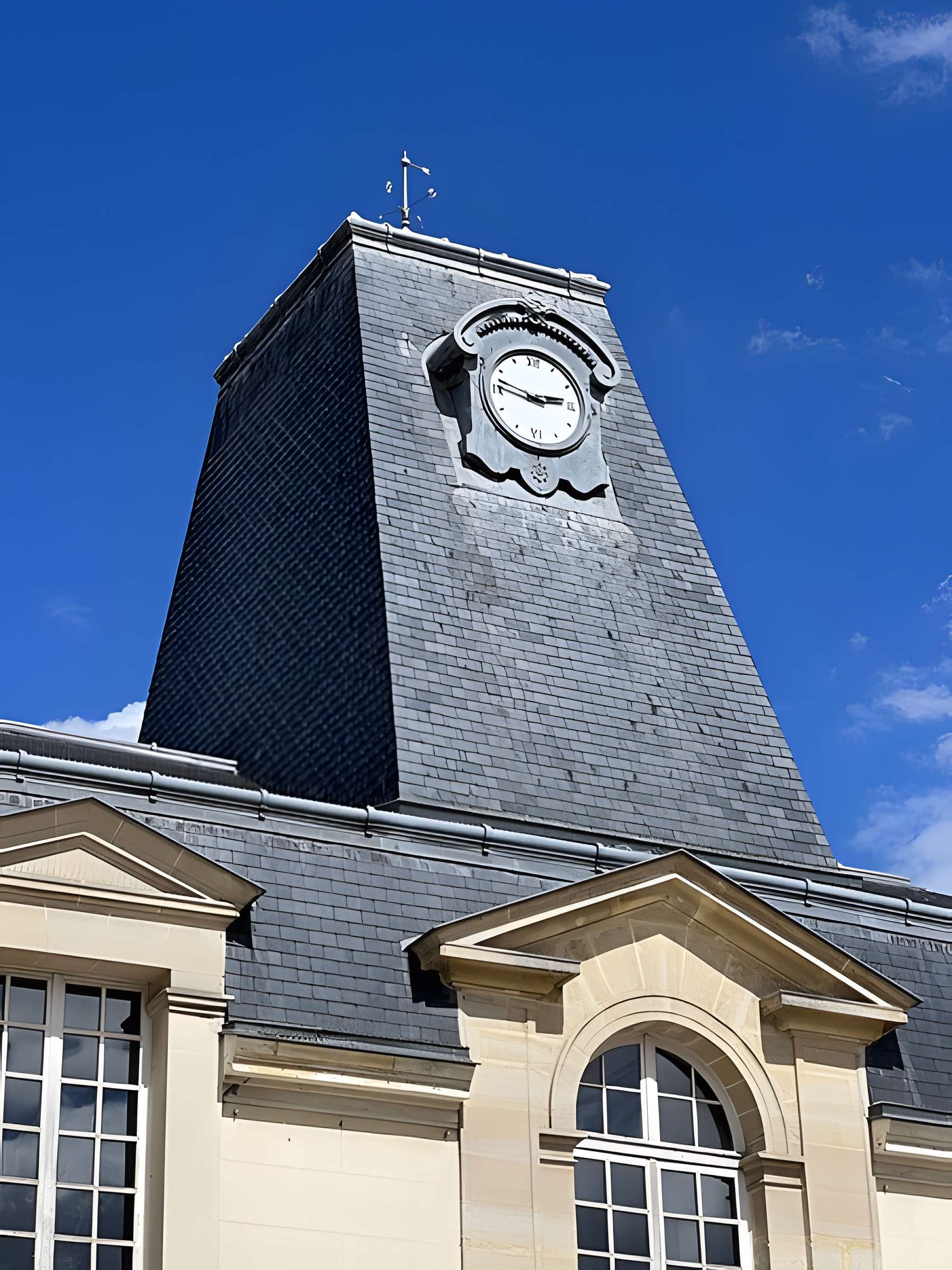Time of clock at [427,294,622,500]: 2:46
